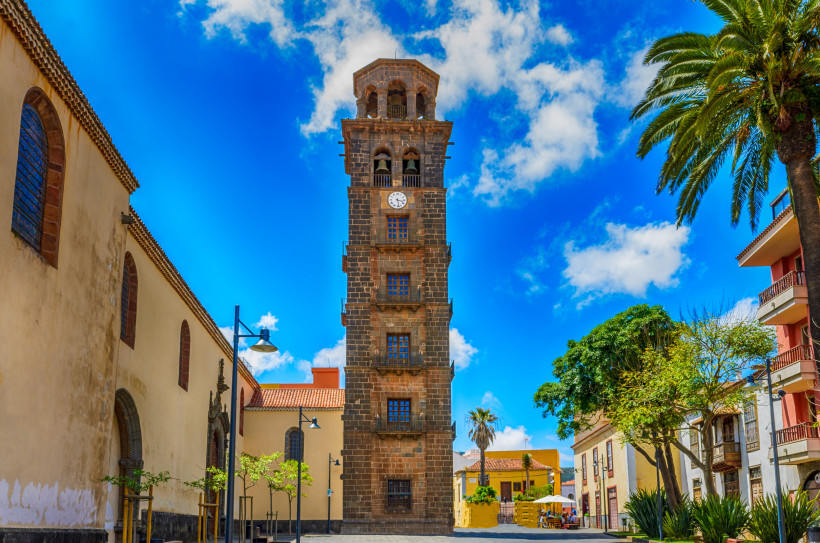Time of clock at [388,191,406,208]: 3:28
